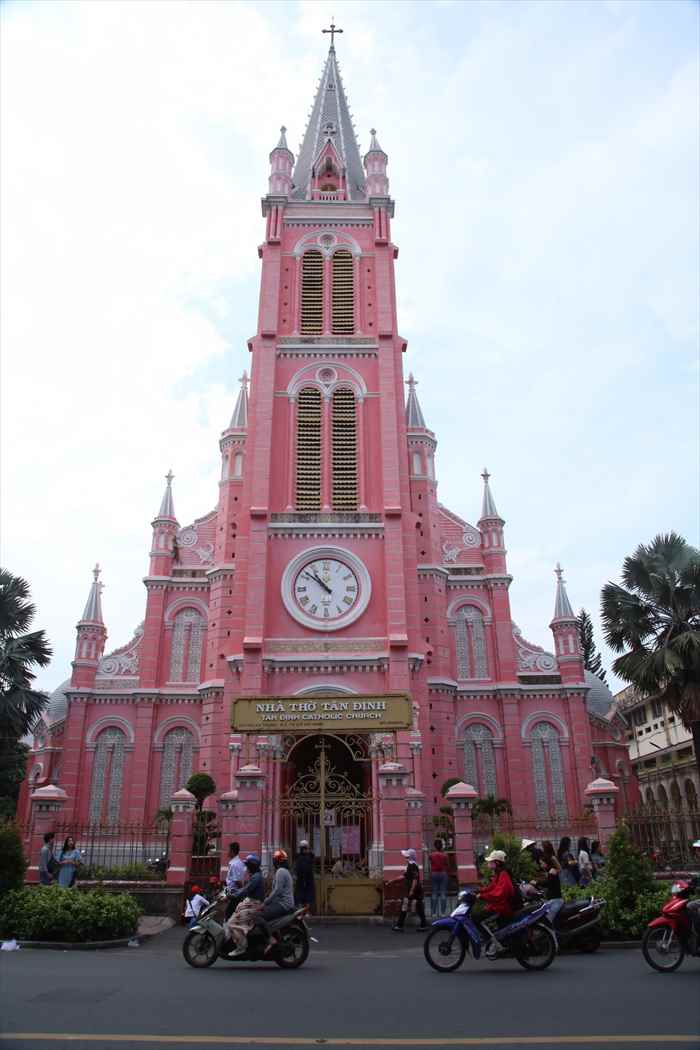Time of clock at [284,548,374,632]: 10:51
